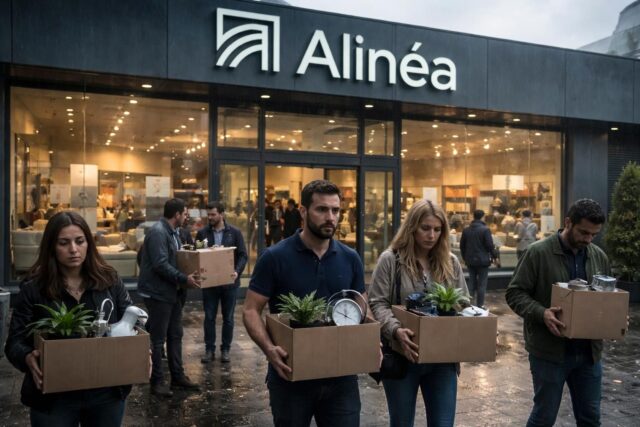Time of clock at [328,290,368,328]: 11:48
